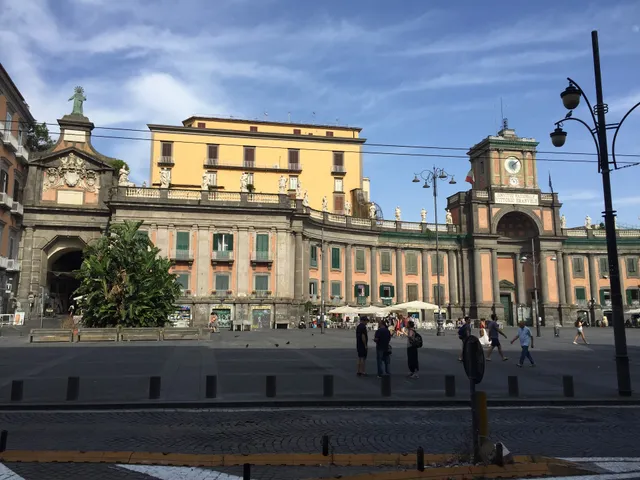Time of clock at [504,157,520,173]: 5:08
